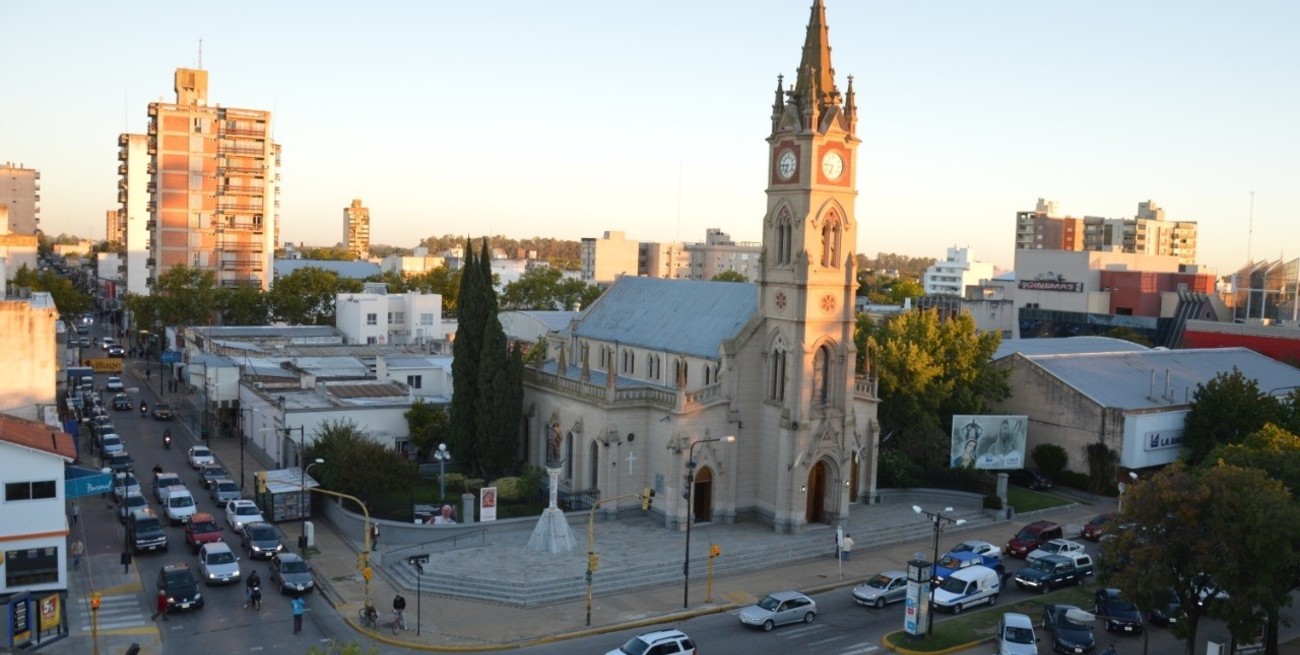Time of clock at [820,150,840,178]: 6:46
